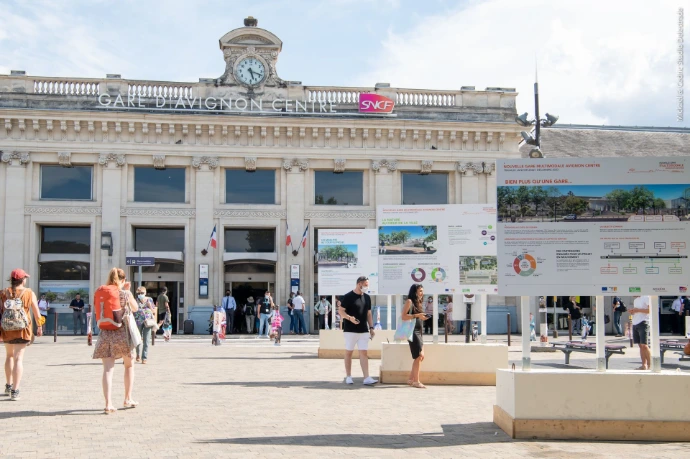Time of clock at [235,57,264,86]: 5:18
